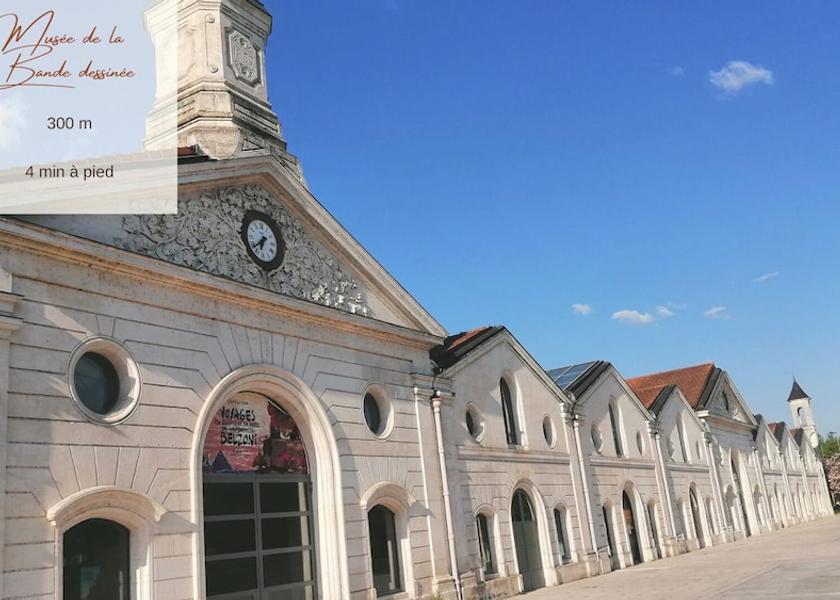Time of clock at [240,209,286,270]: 6:38
